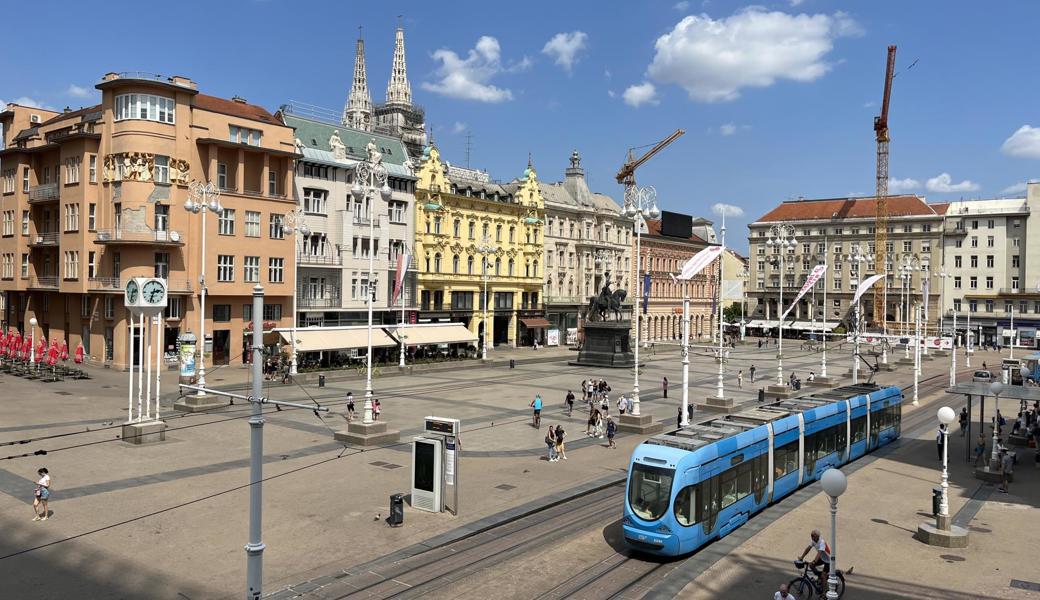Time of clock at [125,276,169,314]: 2:33
